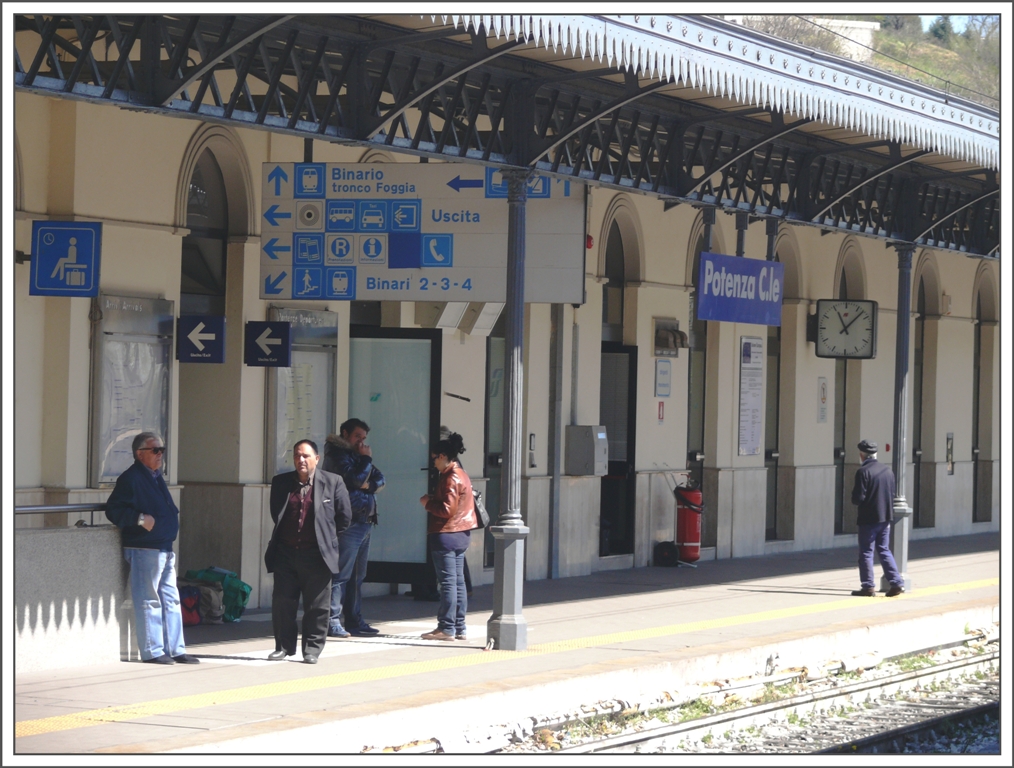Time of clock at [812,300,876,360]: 11:07
